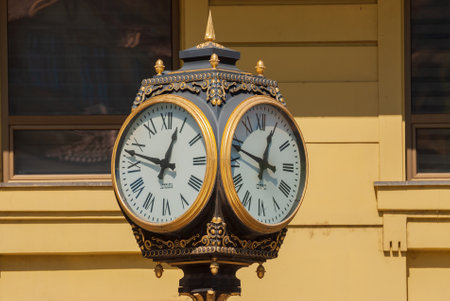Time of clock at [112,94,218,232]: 12:48
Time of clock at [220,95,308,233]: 12:48
